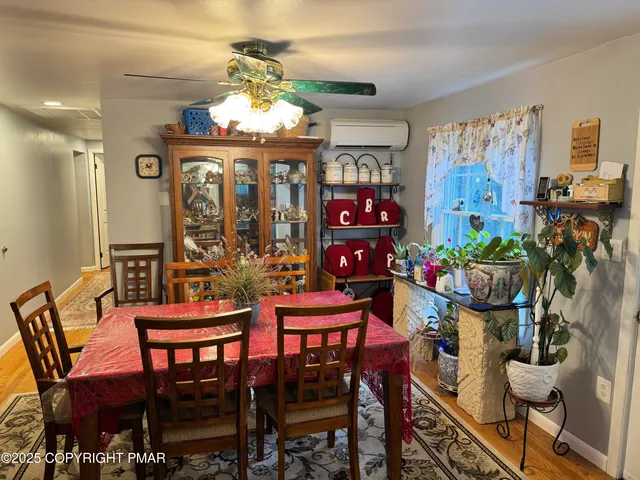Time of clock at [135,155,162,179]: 10:42
